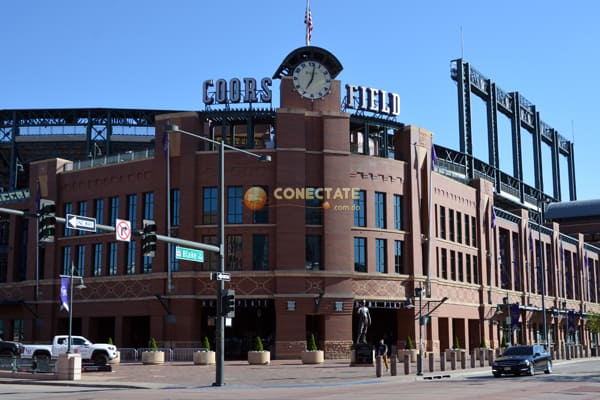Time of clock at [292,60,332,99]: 7:02
